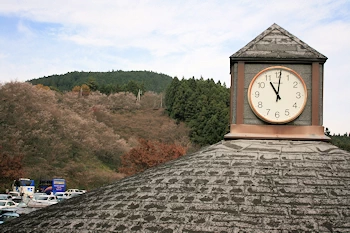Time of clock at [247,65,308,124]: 11:01
